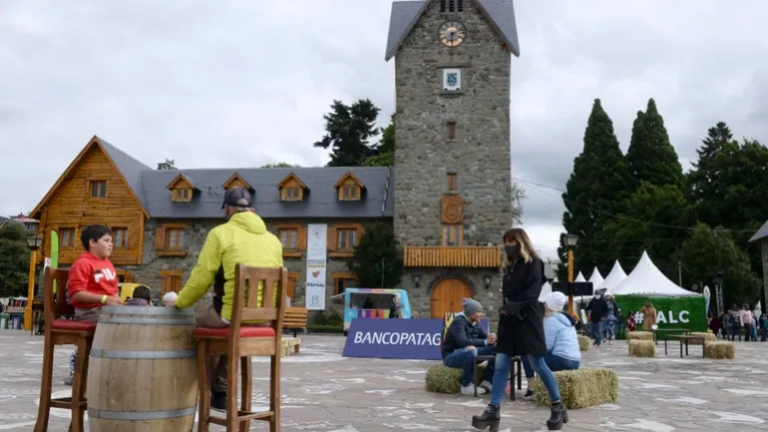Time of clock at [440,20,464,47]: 6:11
